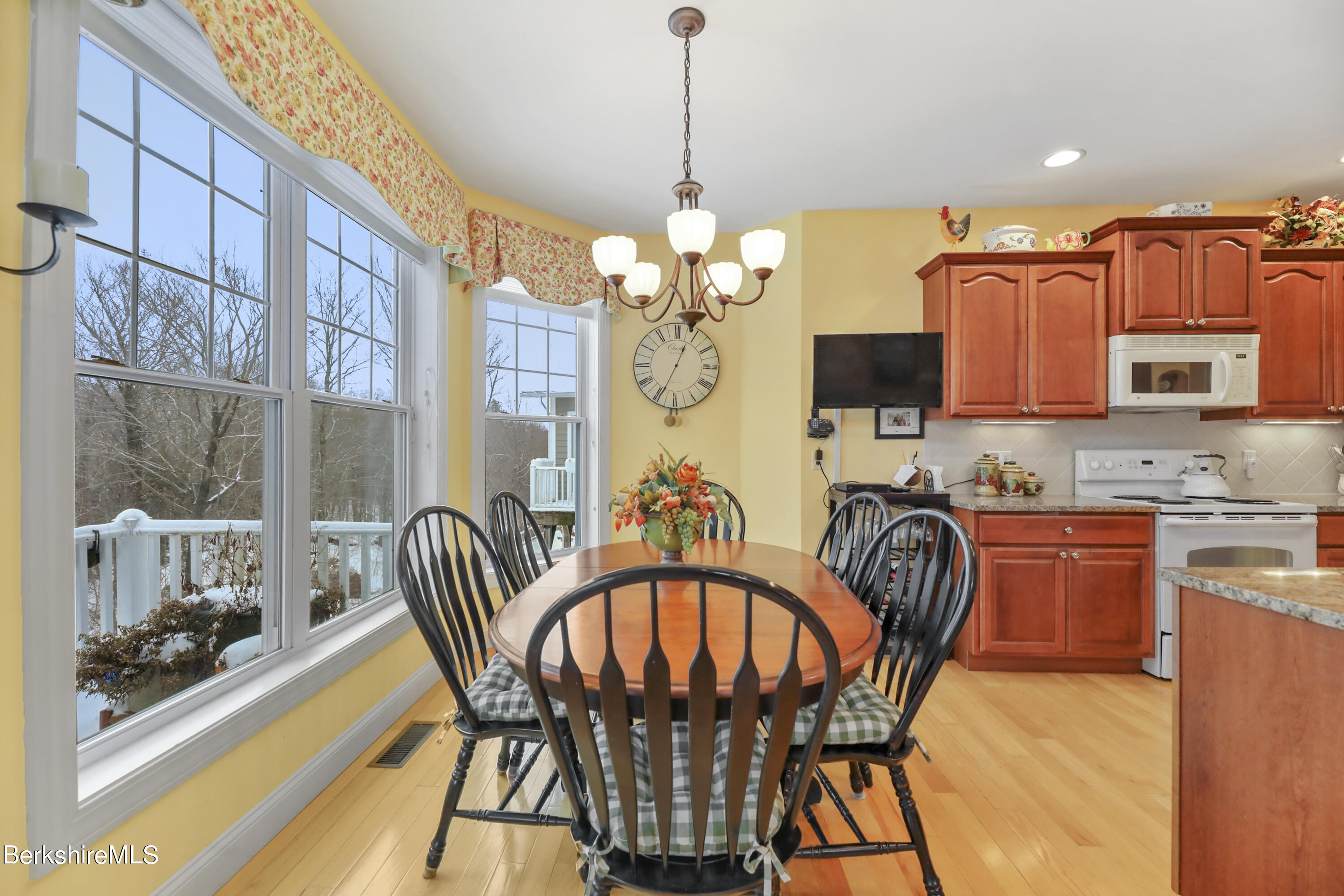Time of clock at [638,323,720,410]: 12:34
